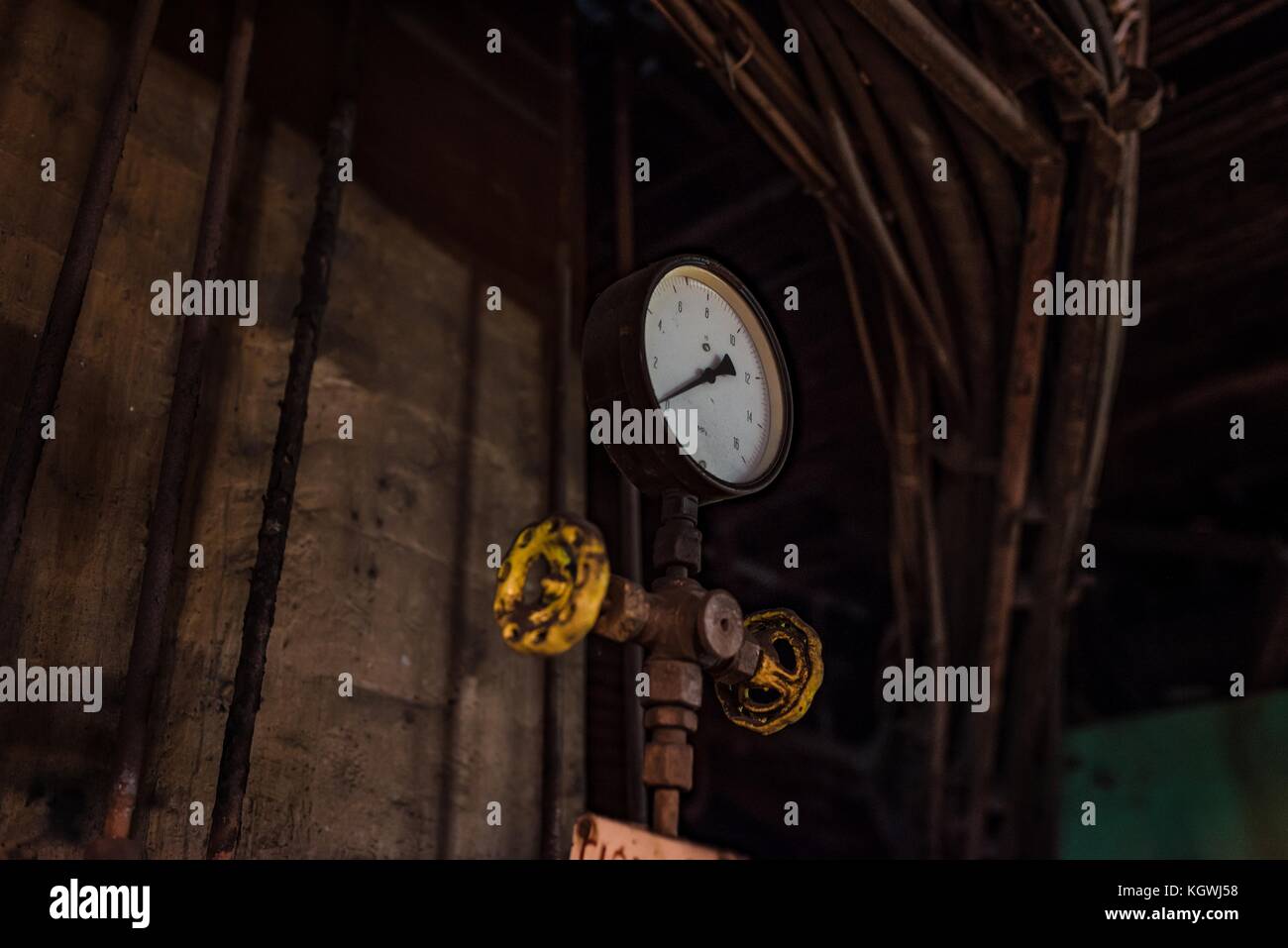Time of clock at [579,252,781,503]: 2:40
